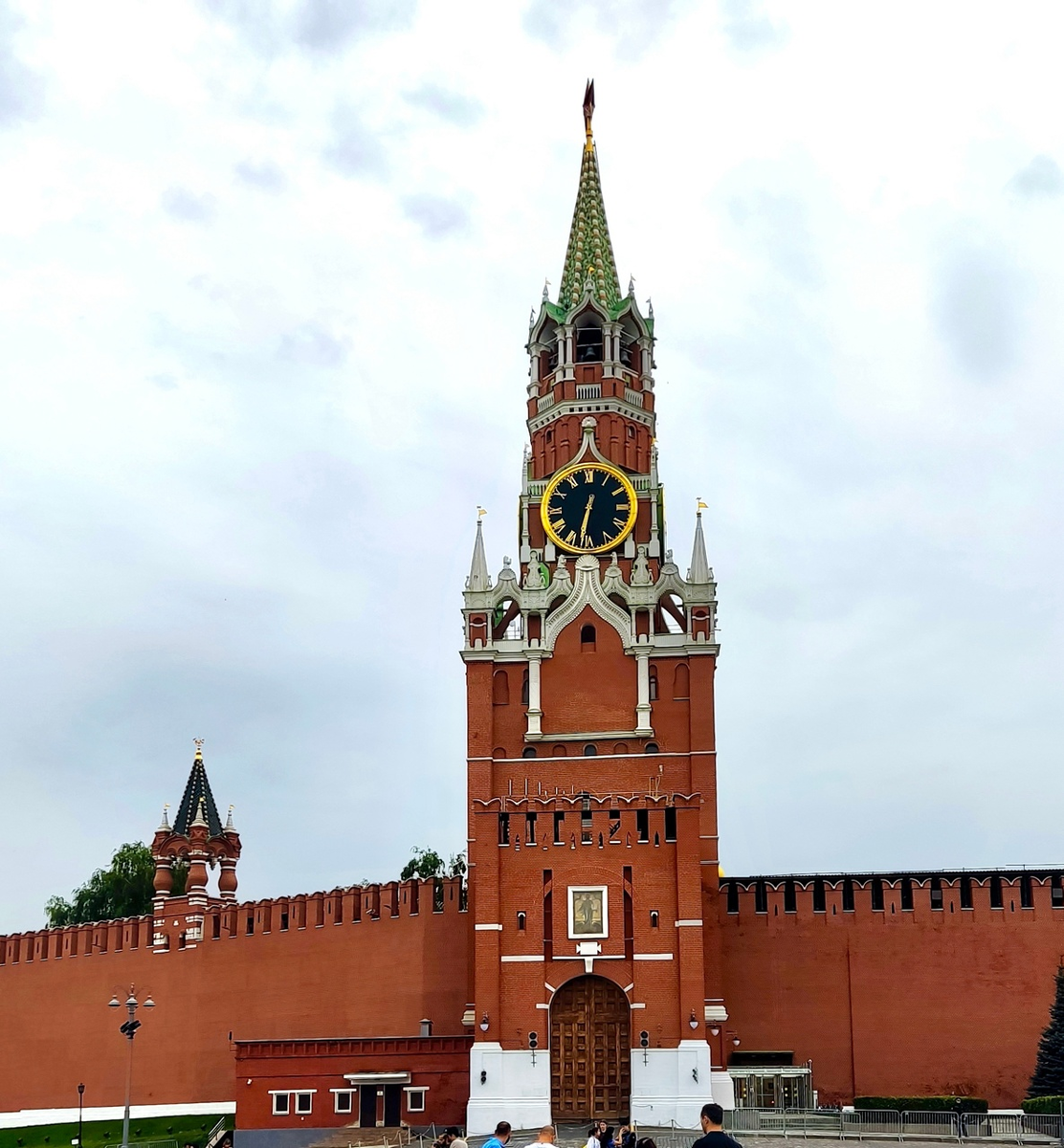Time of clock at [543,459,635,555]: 6:32
